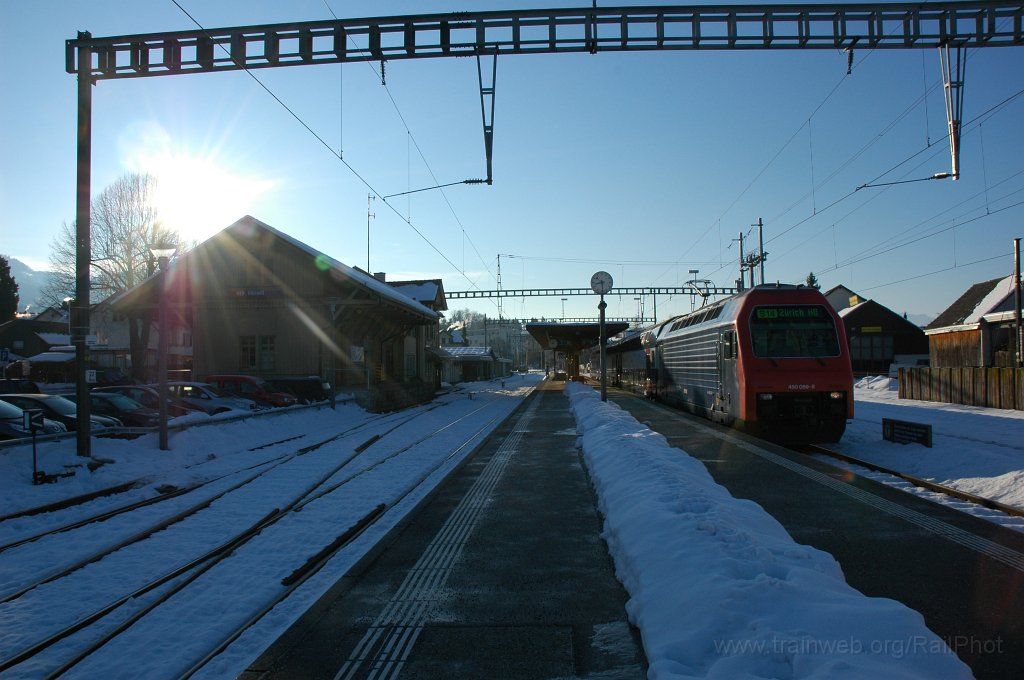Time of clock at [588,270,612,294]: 8:29
